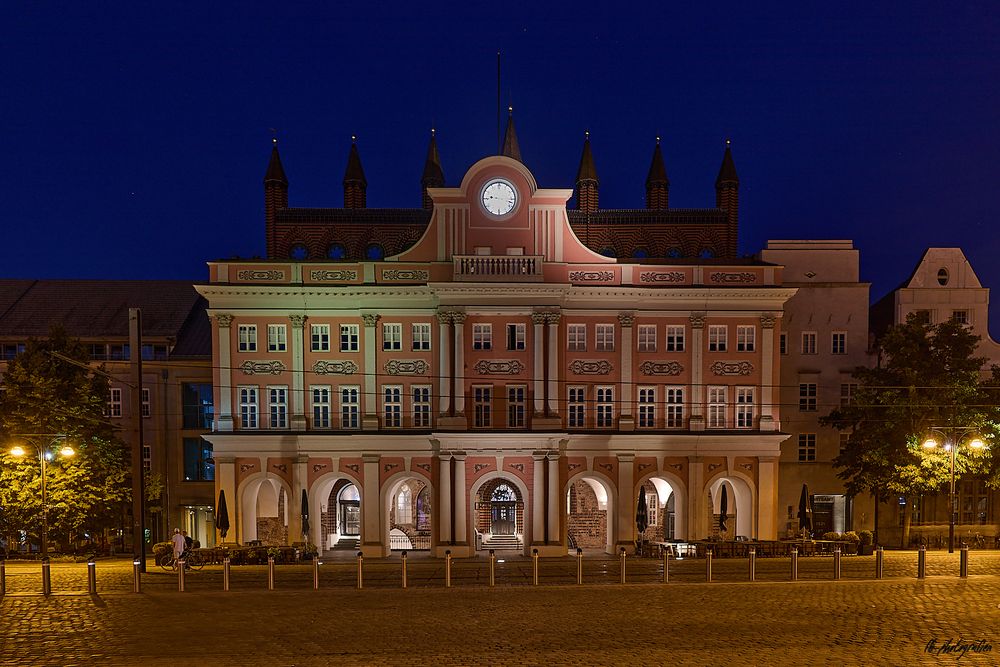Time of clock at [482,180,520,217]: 9:17
